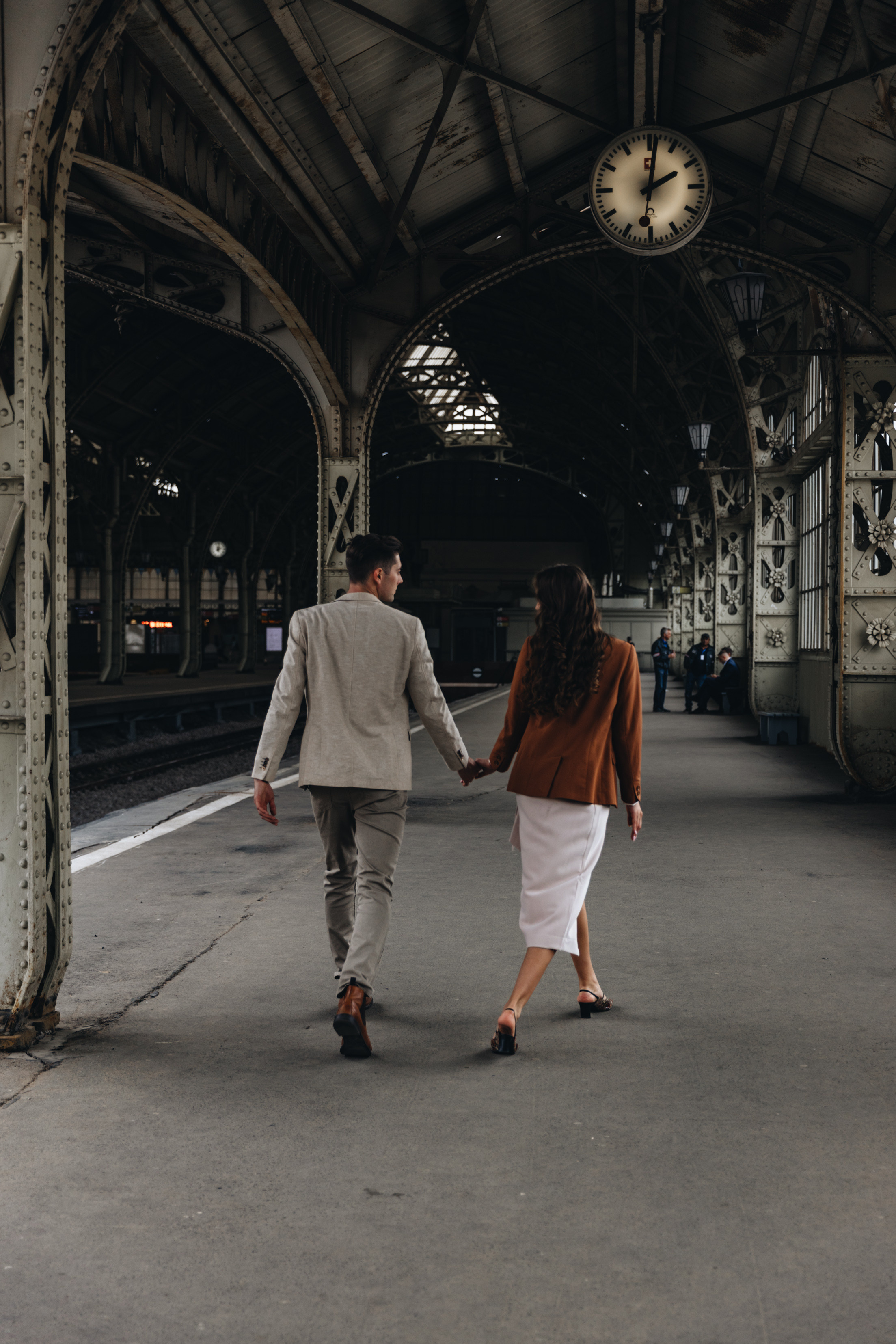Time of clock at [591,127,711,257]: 2:01
